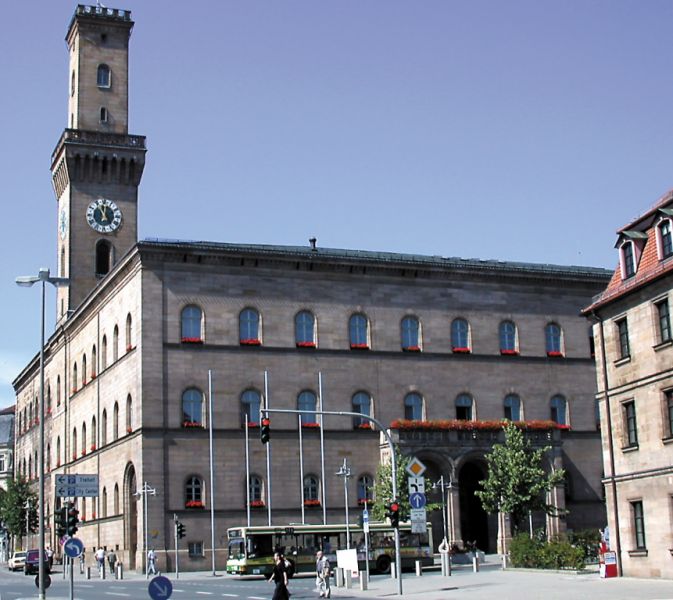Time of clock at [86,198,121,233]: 11:02
